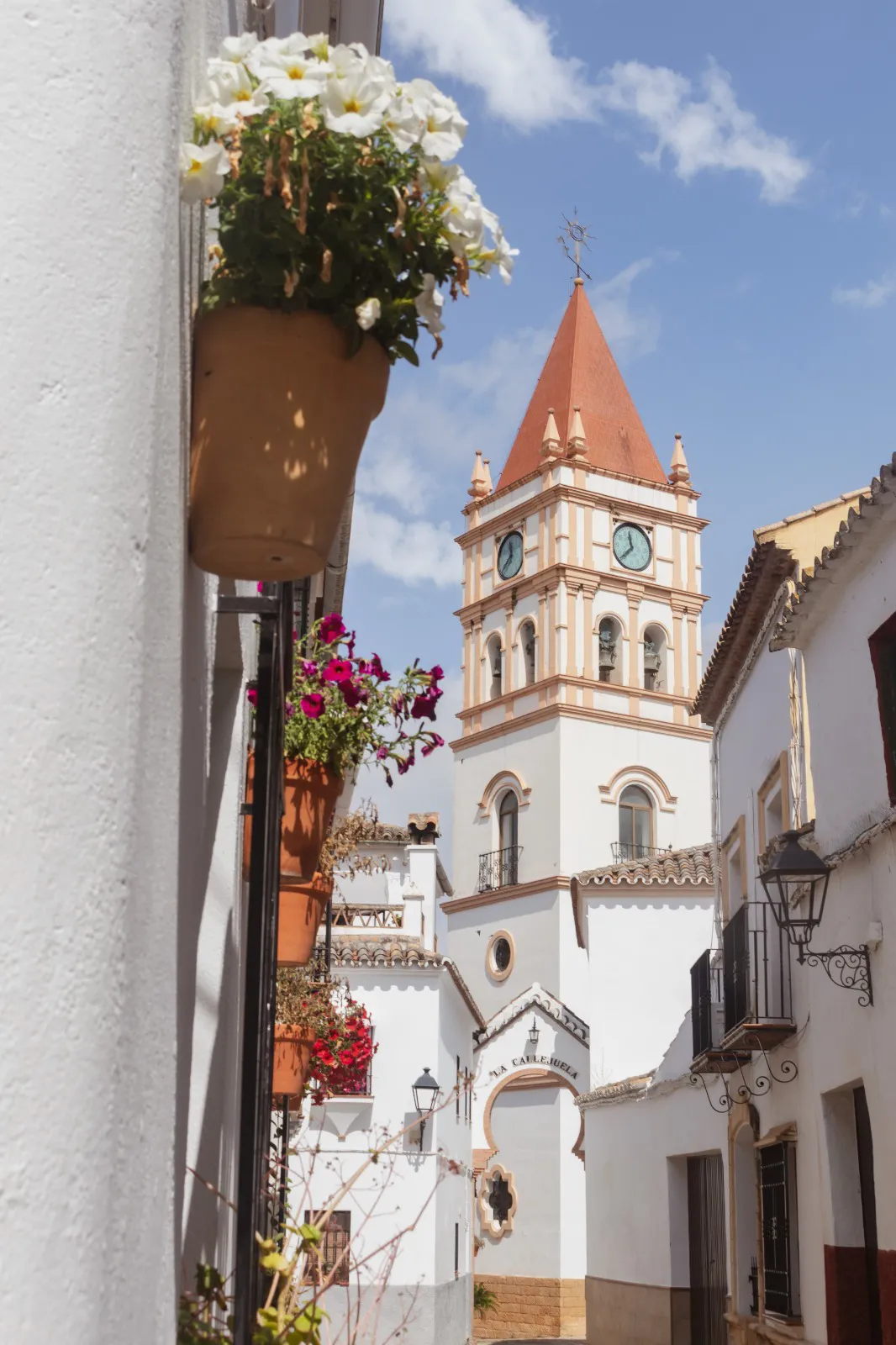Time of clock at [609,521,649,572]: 11:37
